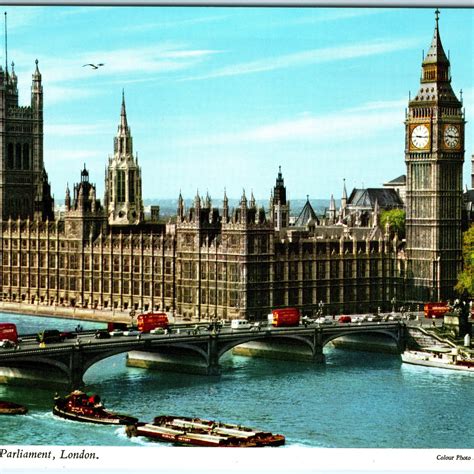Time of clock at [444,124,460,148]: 9:15
